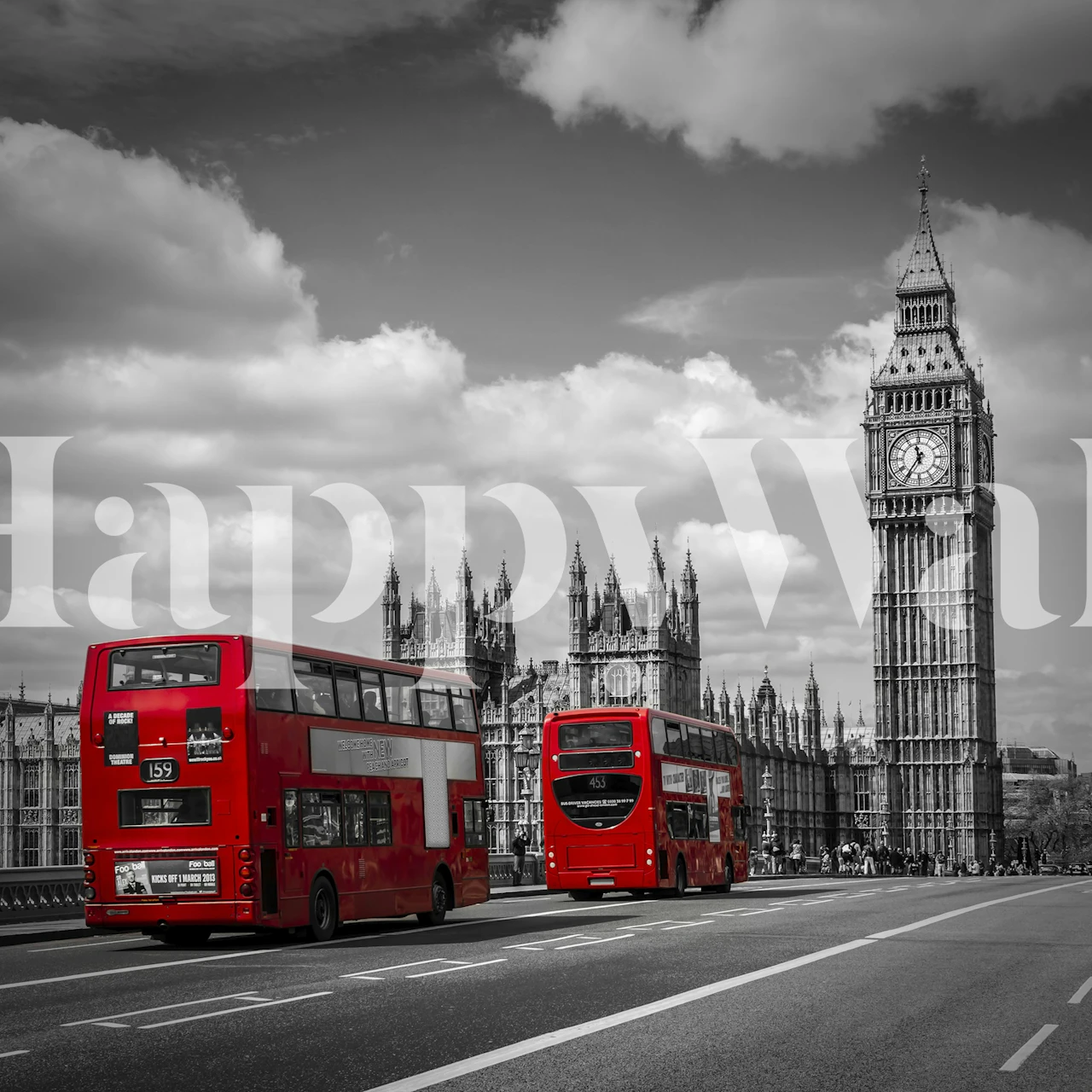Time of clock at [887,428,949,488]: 11:35
